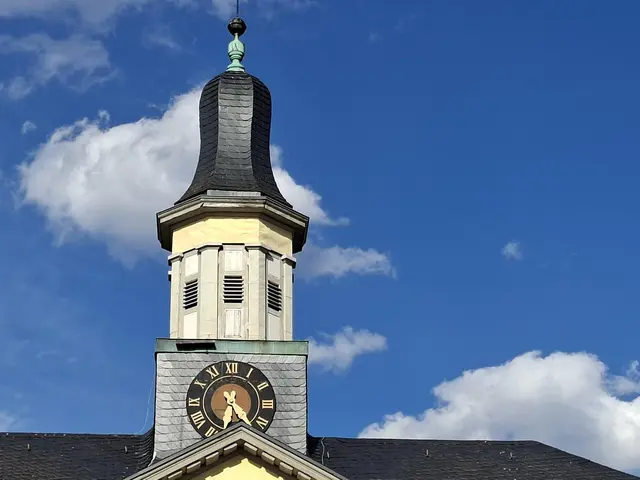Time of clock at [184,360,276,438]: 6:23
